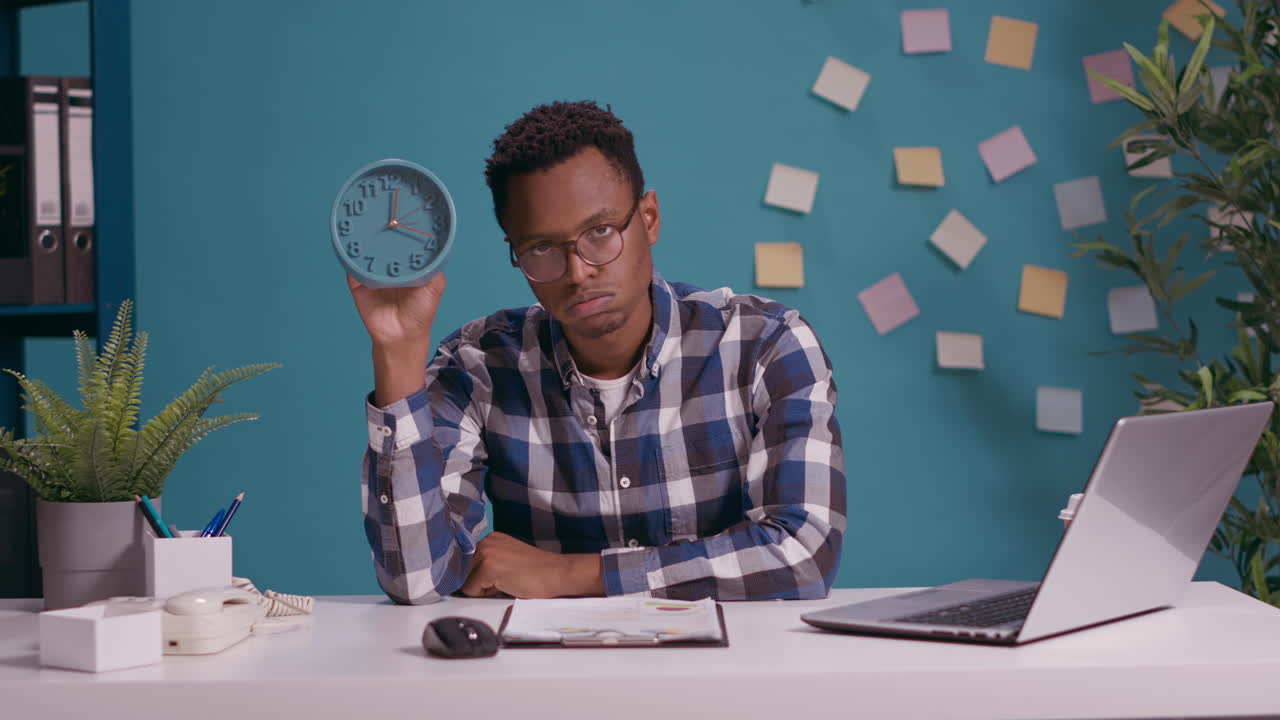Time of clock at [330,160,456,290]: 12:18
